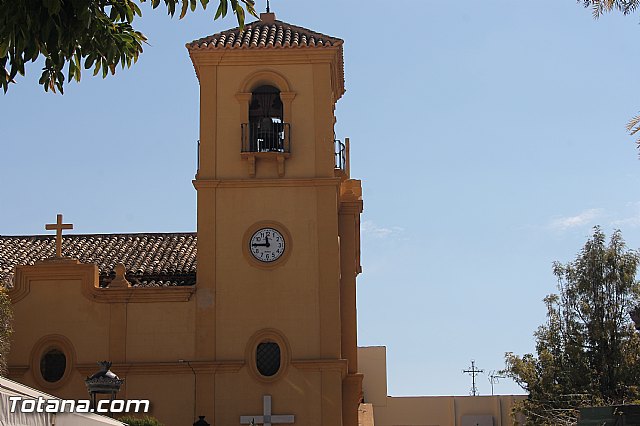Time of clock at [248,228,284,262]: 11:45
